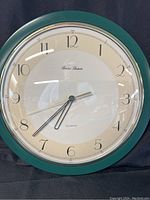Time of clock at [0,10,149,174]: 2:37
